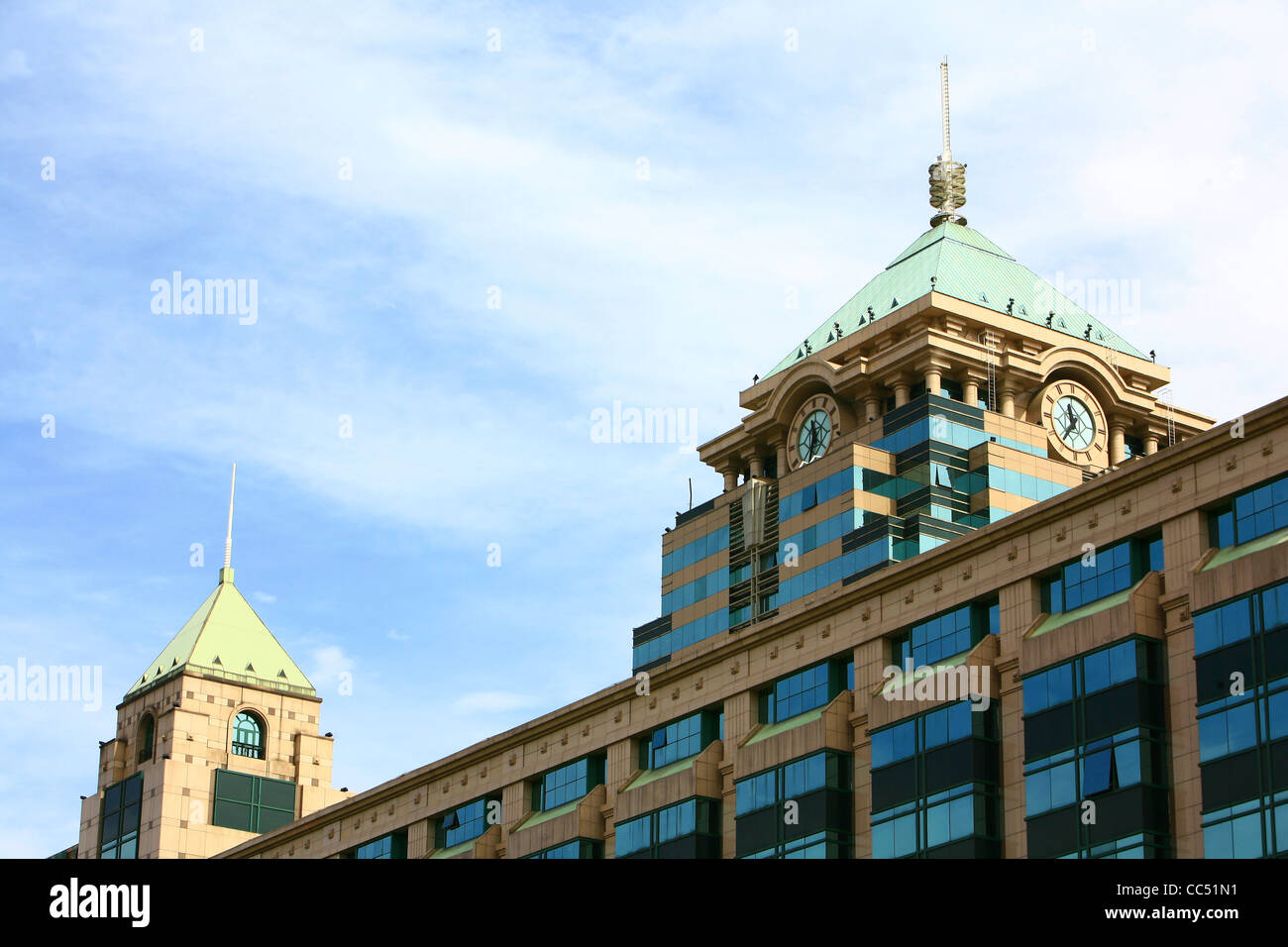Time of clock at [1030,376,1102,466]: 11:35
